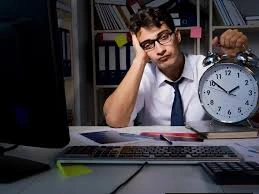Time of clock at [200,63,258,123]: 1:51
